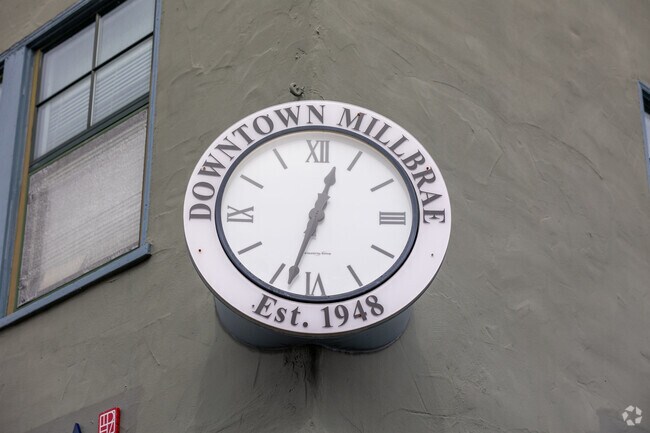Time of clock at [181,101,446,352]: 12:33
